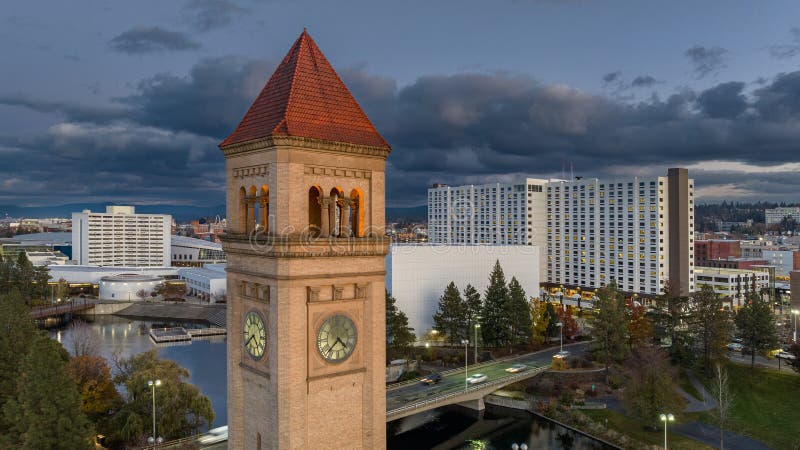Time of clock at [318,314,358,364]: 4:37
